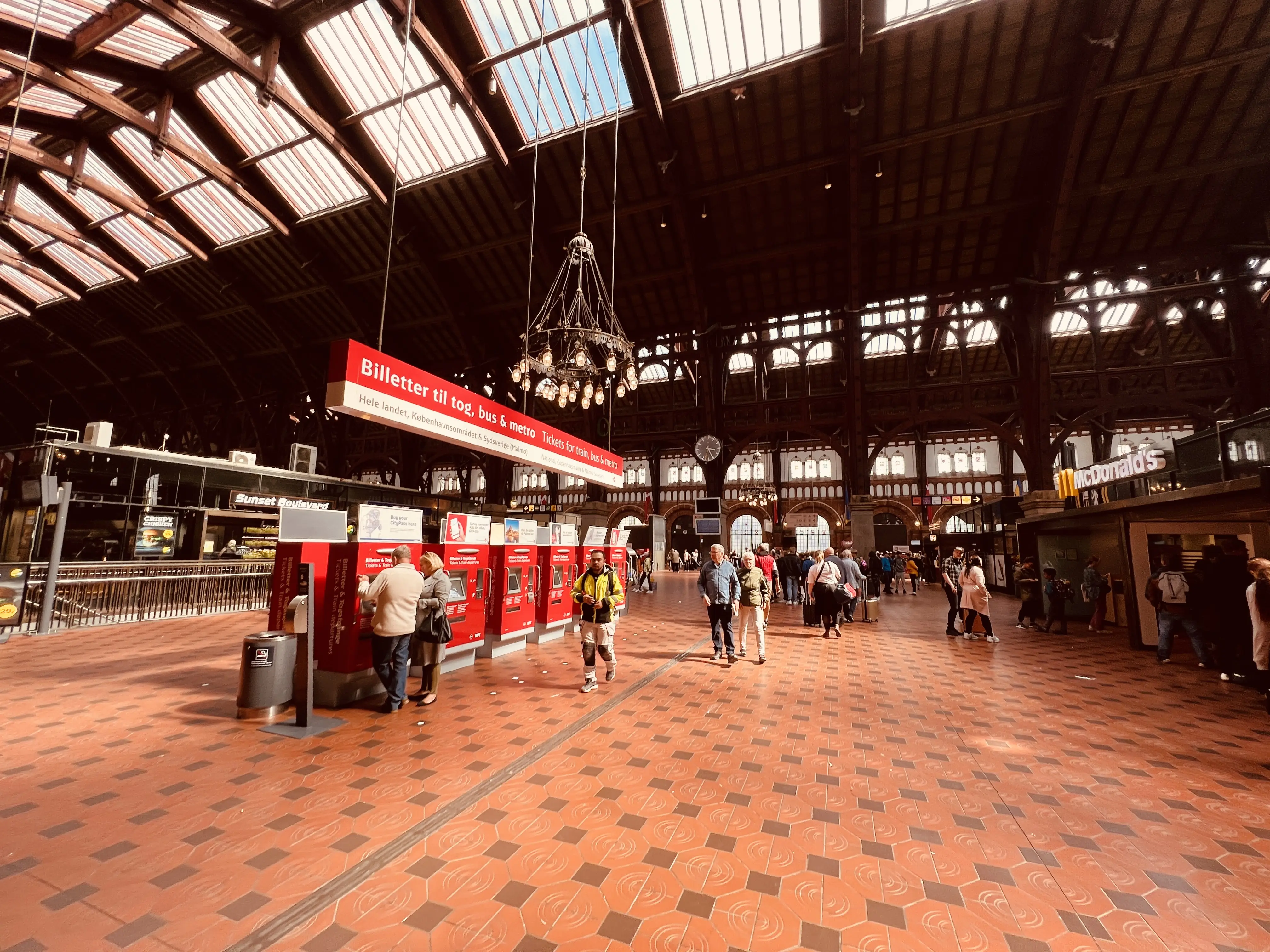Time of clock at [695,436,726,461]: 3:25
